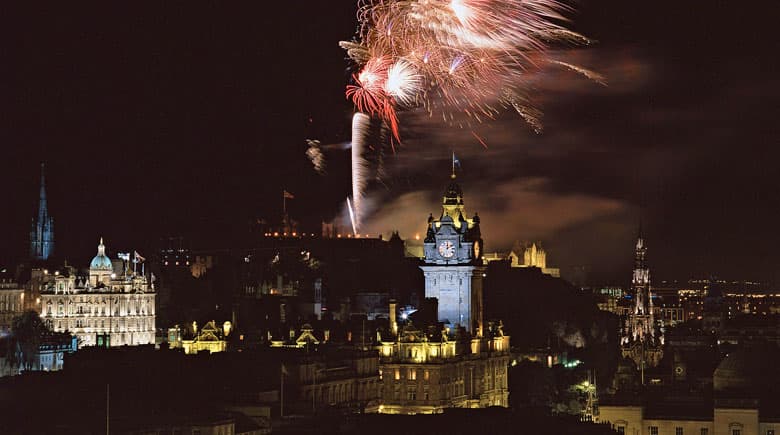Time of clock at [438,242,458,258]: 12:09
